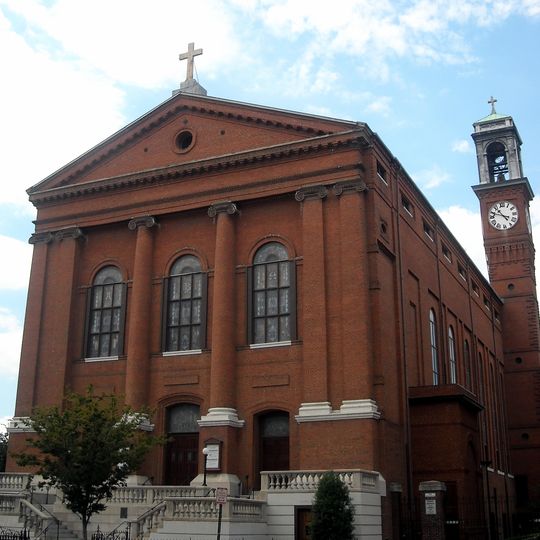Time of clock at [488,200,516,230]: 10:48
